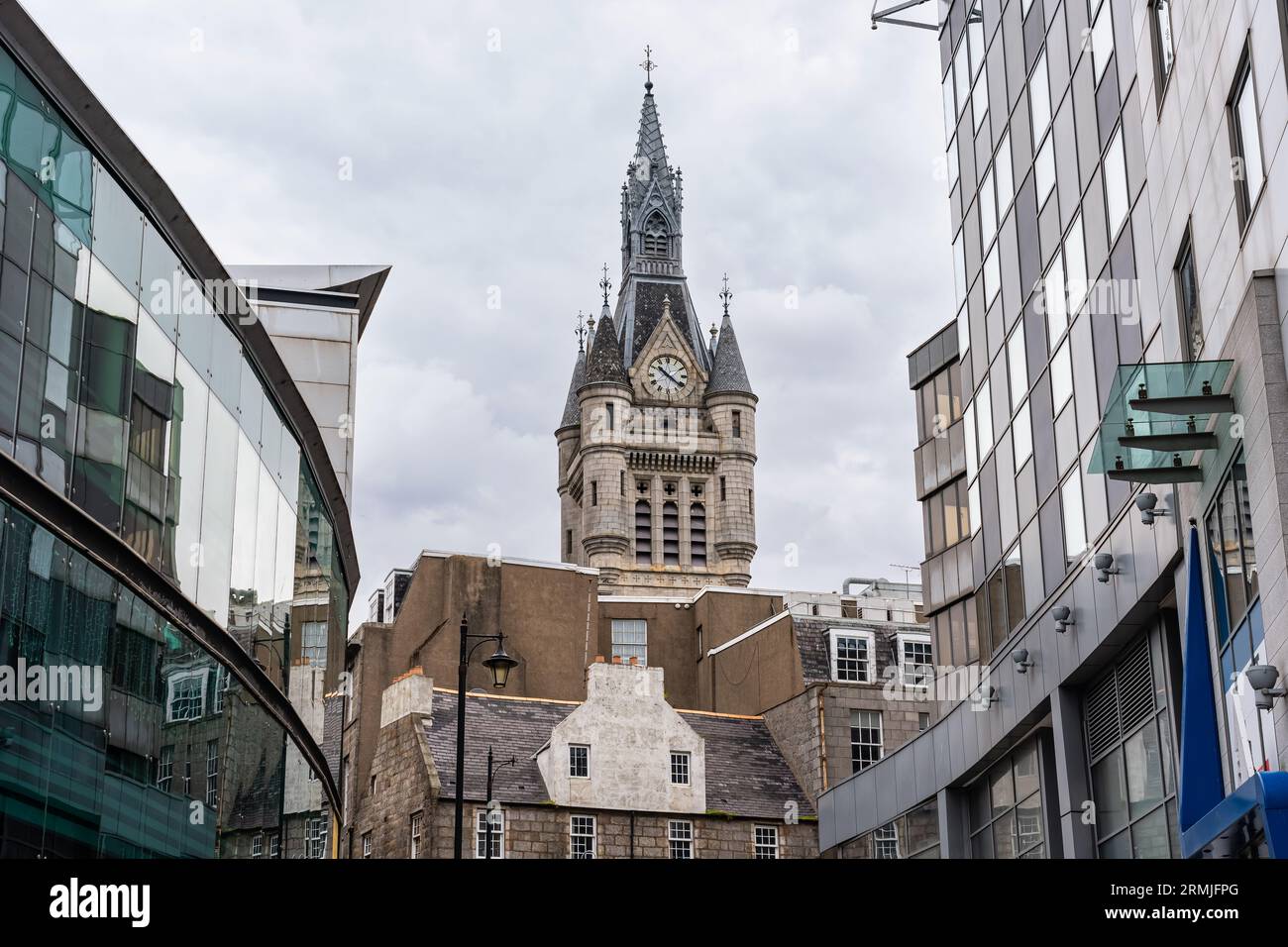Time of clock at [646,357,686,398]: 10:21
